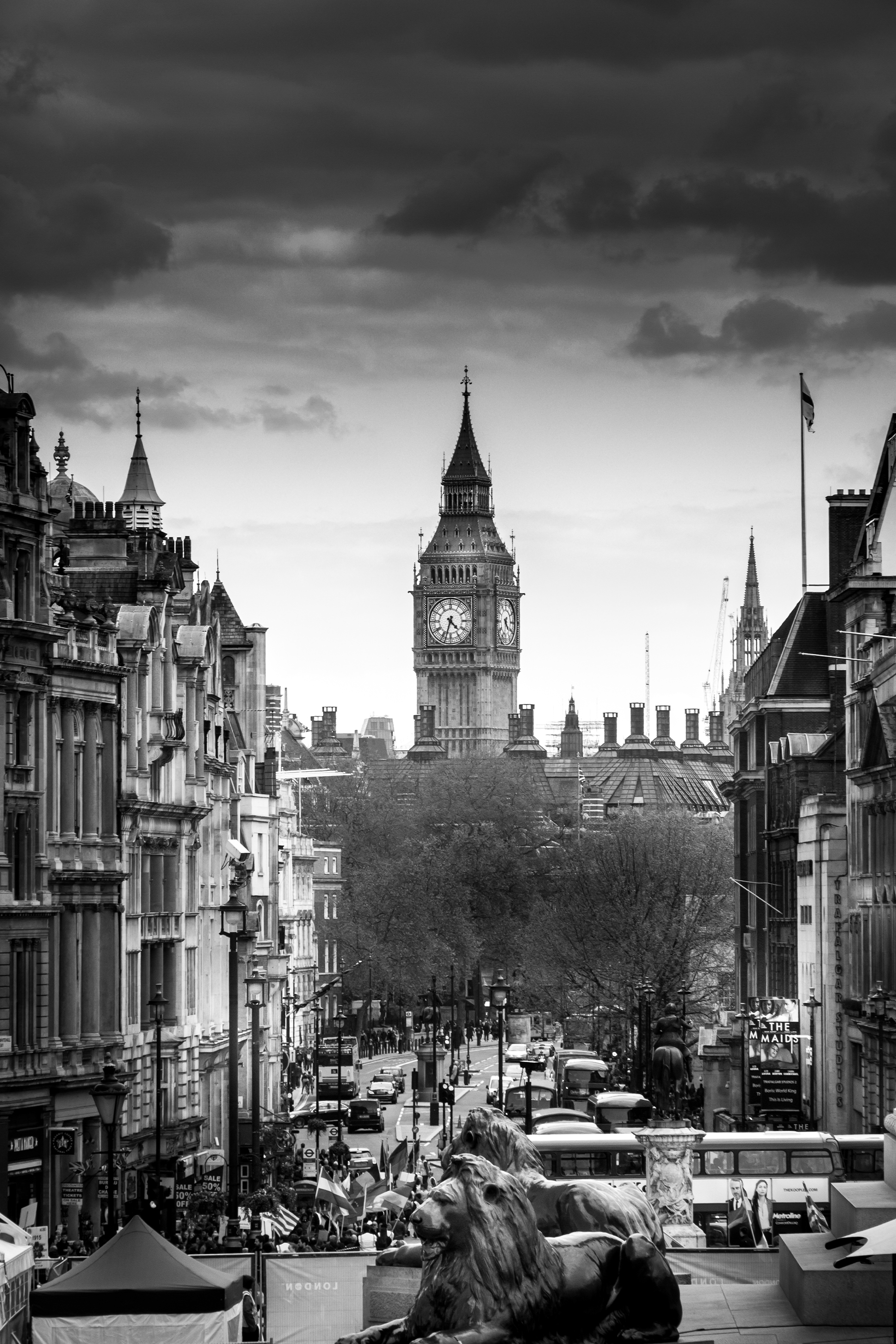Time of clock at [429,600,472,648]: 4:33
